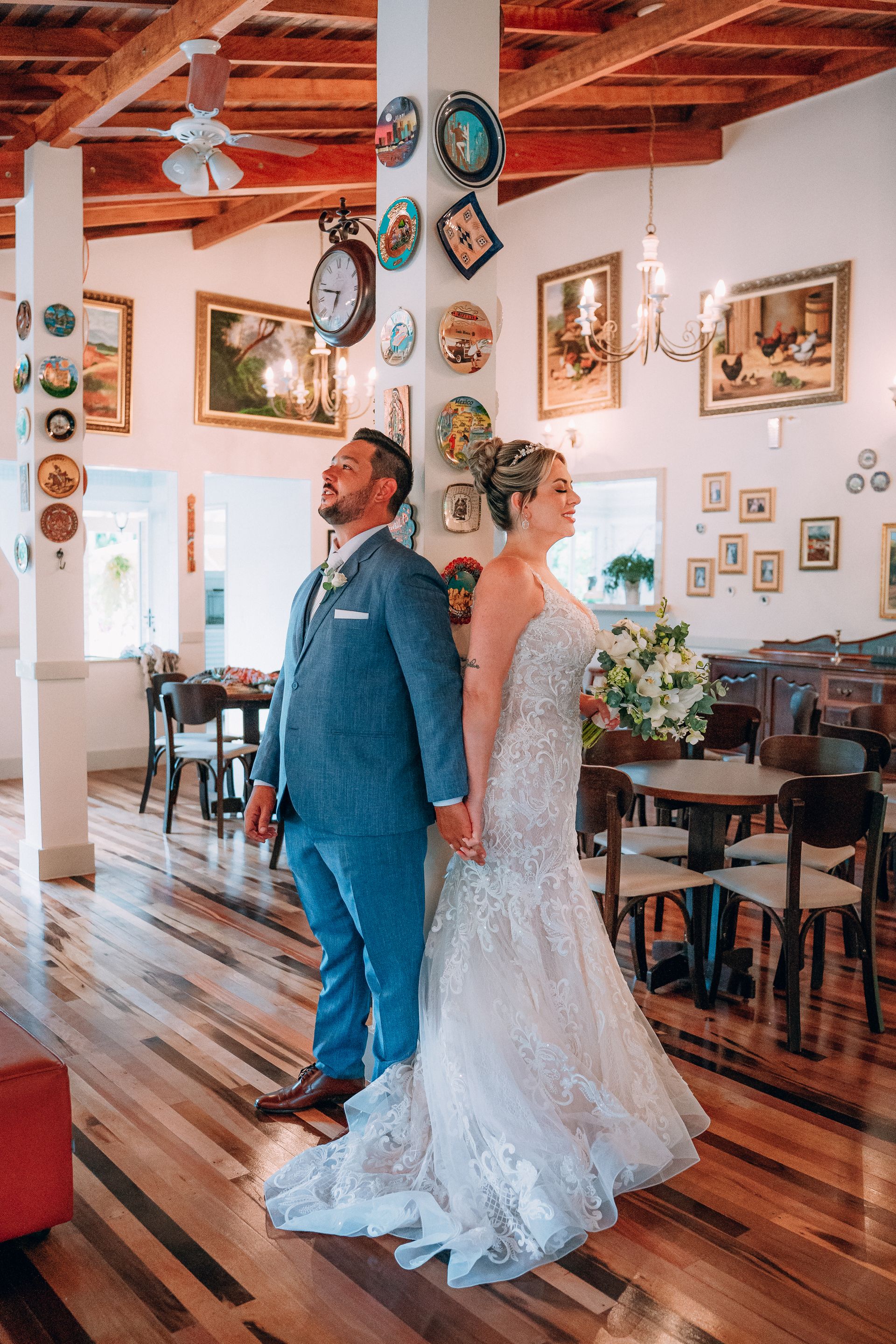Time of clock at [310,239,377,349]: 6:47
